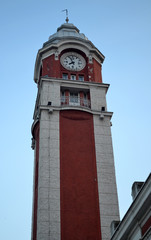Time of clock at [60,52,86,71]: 7:55
